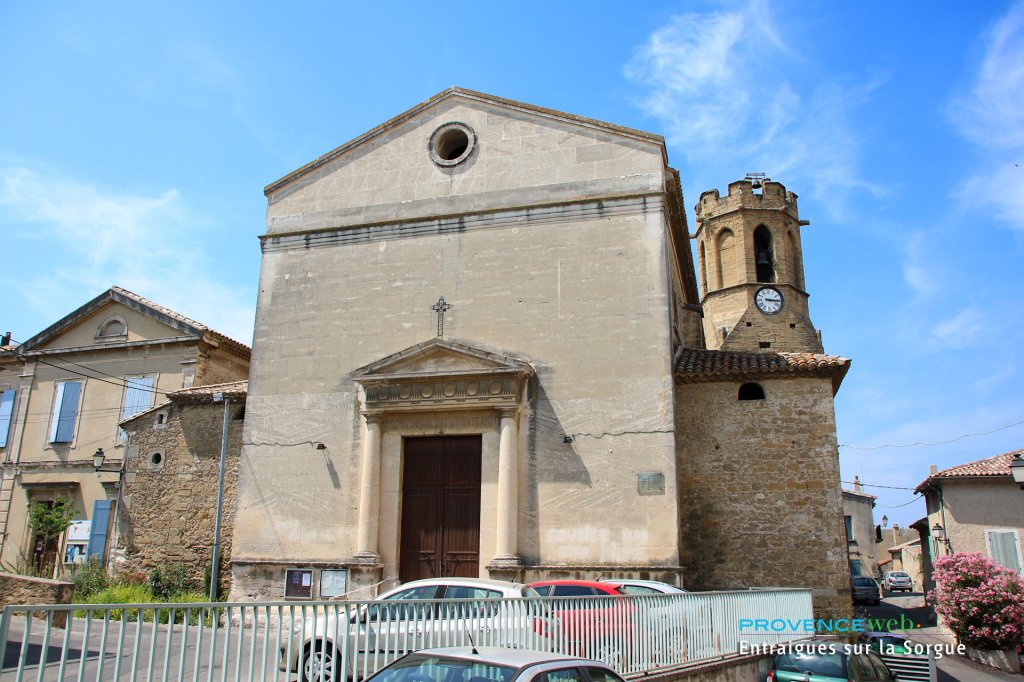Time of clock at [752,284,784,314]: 3:15
